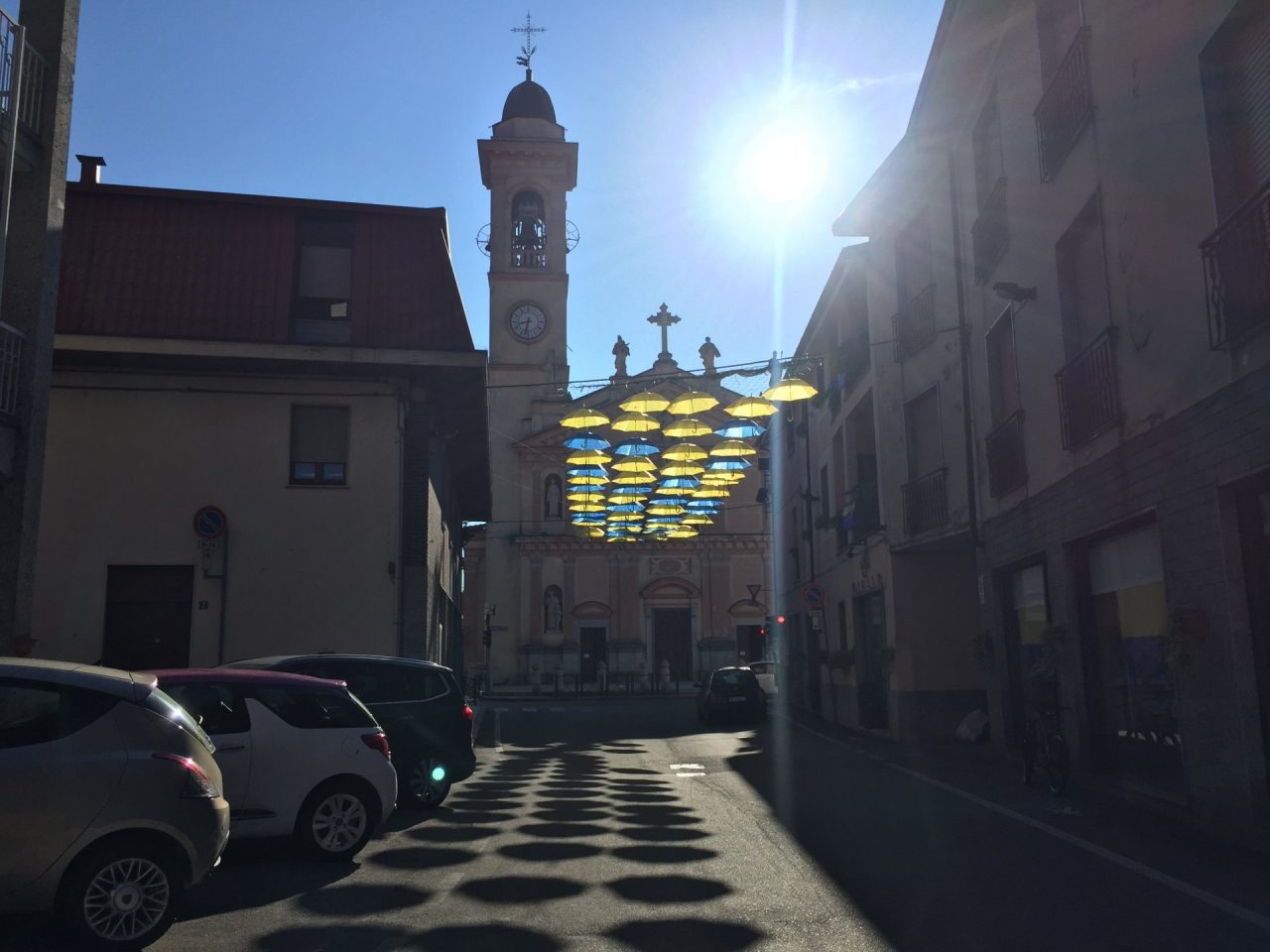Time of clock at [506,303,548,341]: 8:32
